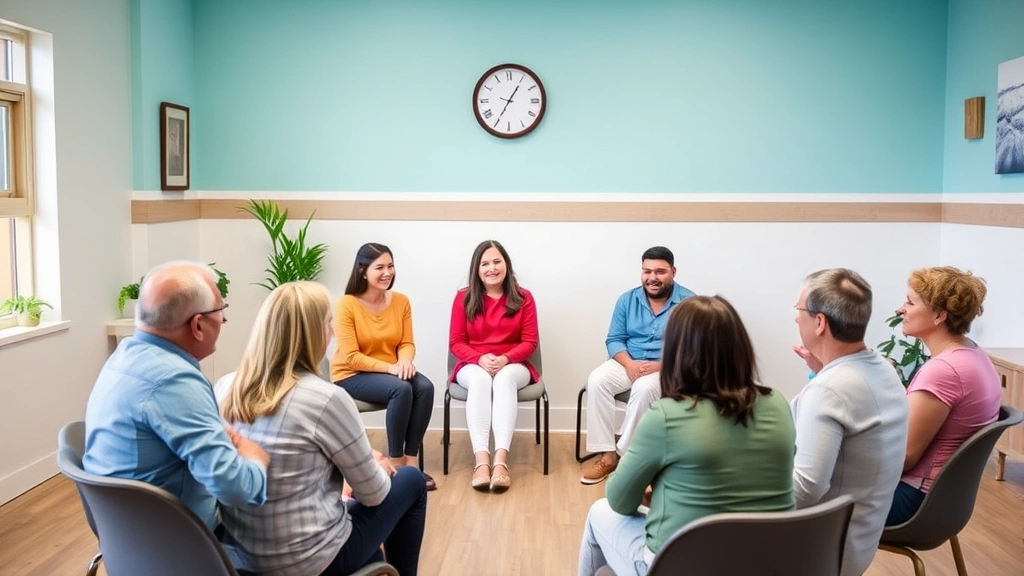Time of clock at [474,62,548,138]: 7:05
